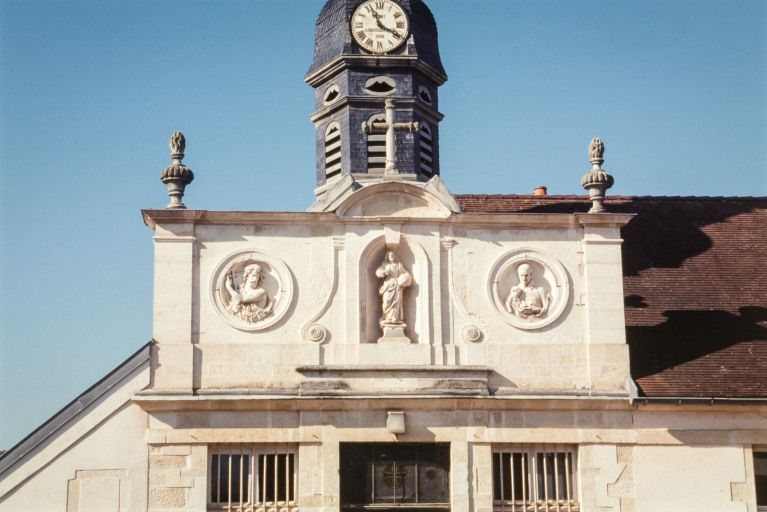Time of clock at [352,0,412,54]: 11:19
